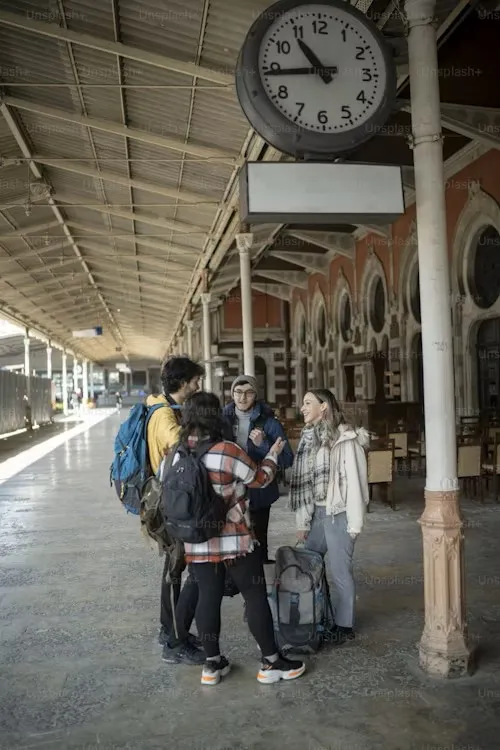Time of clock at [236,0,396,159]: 10:43
